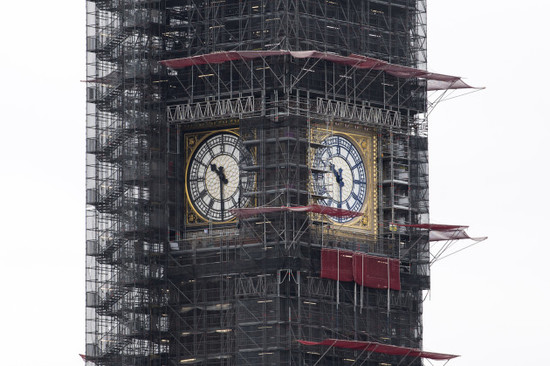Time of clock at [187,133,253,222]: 10:30
